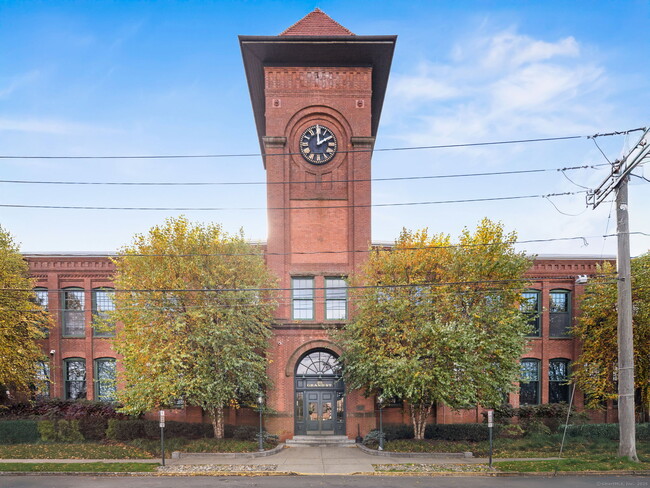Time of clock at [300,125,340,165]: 2:00
